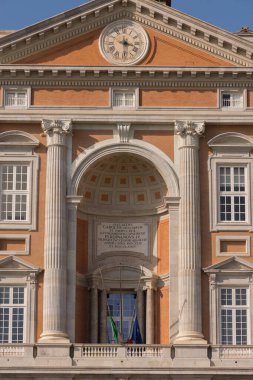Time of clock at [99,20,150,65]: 3:29
